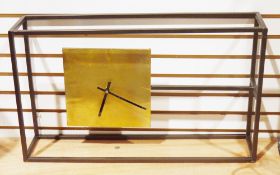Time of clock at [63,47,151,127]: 6:19
